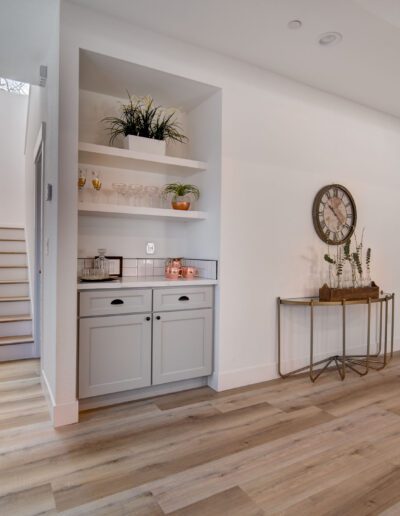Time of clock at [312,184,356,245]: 10:21
